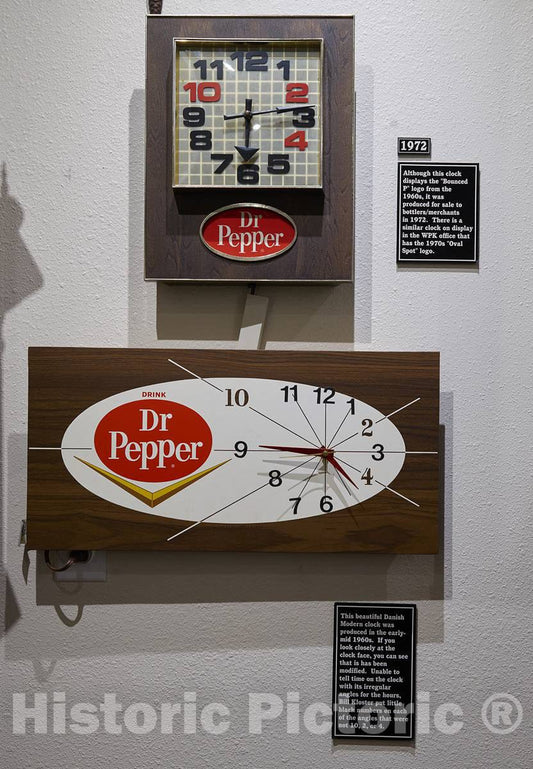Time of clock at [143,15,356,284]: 6:13
